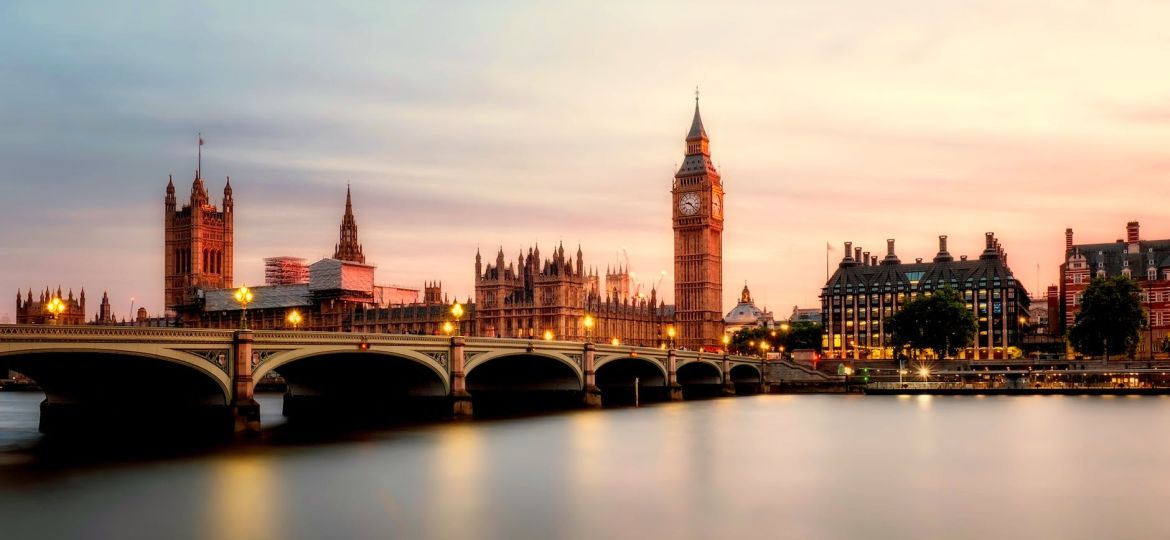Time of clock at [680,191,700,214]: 9:22
